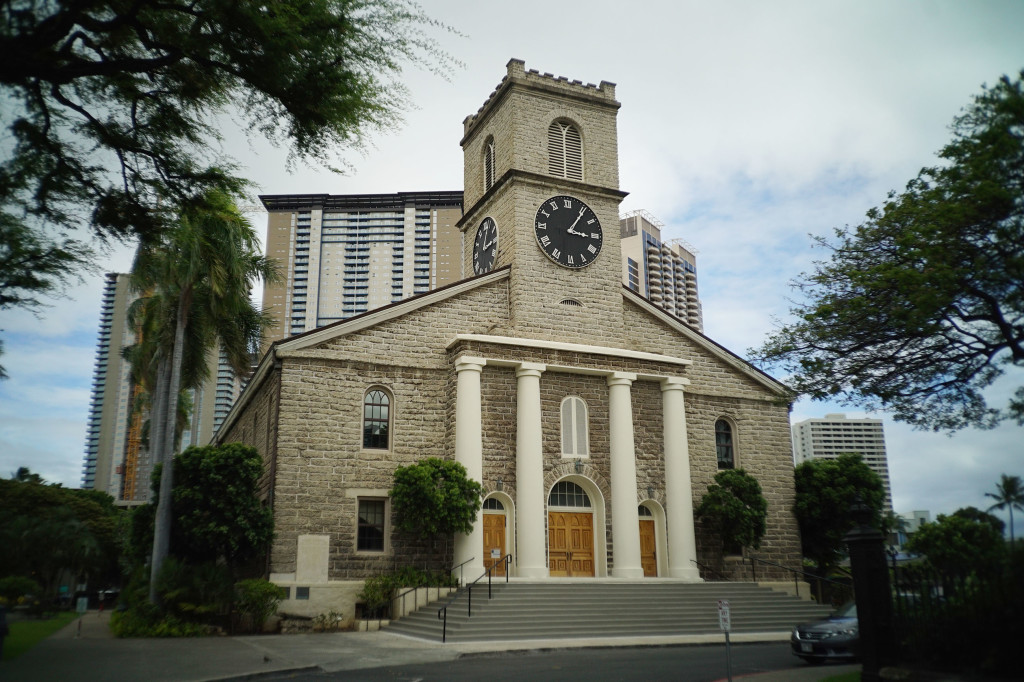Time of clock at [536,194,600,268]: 3:05
